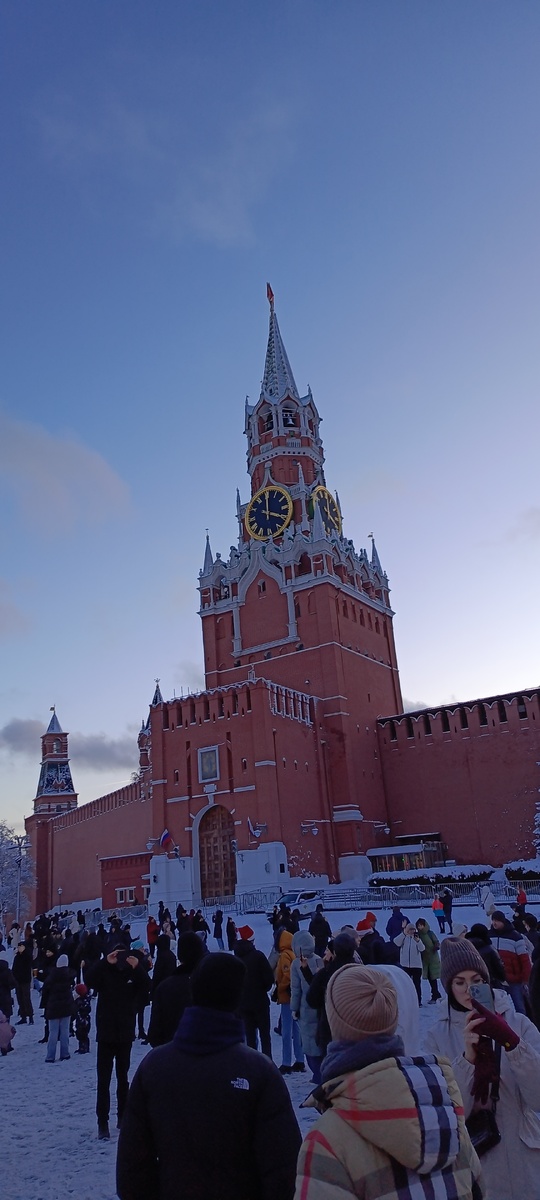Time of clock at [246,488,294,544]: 4:00
